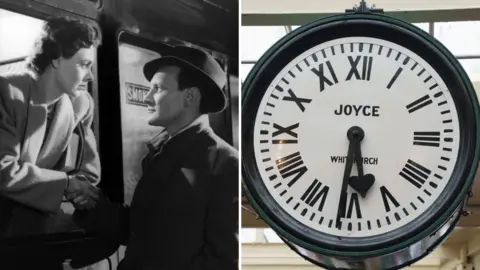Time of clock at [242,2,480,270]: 5:31
